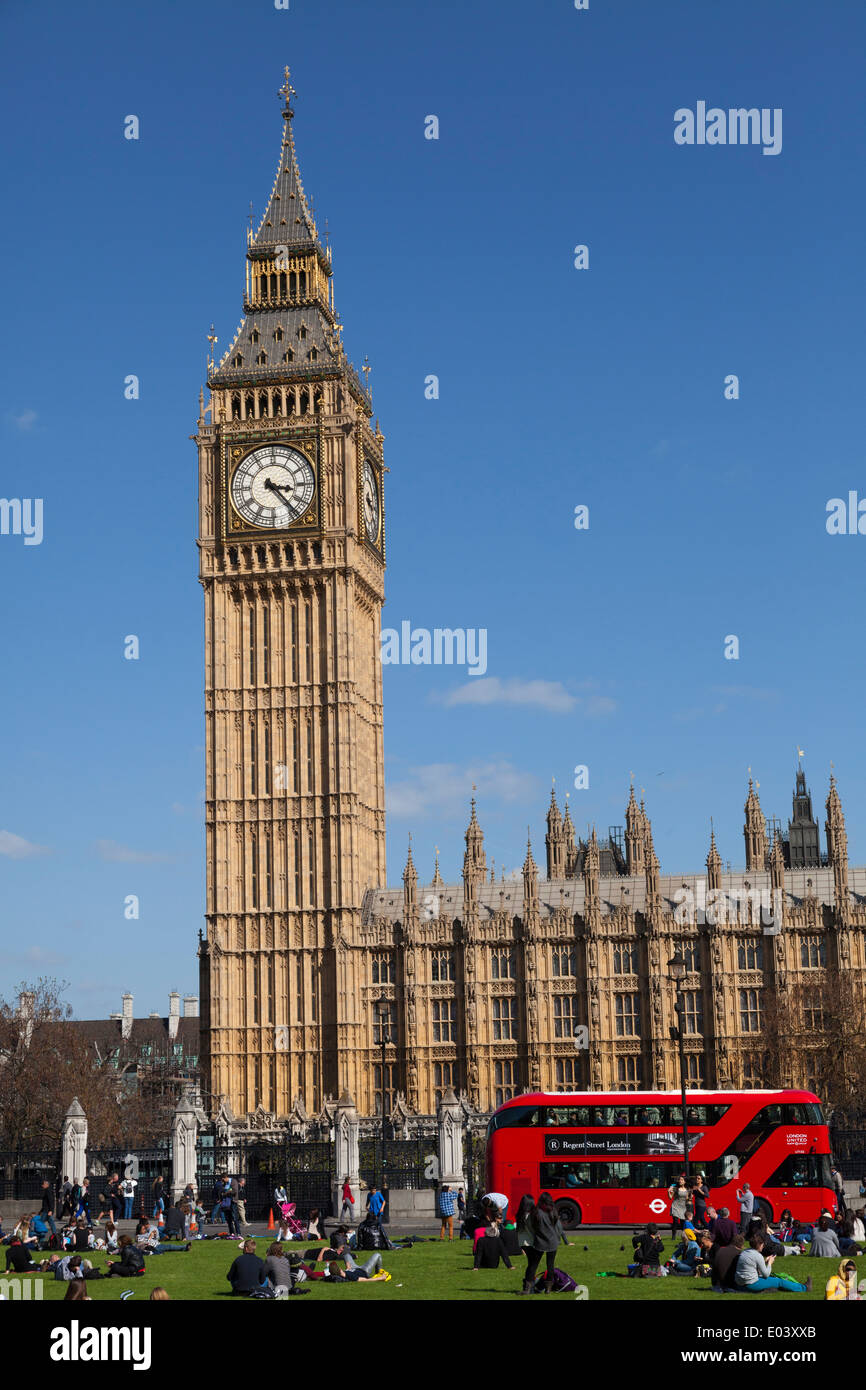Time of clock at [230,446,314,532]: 3:23
